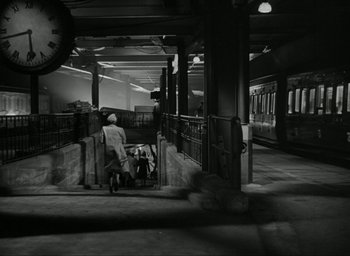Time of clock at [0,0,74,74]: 5:42
